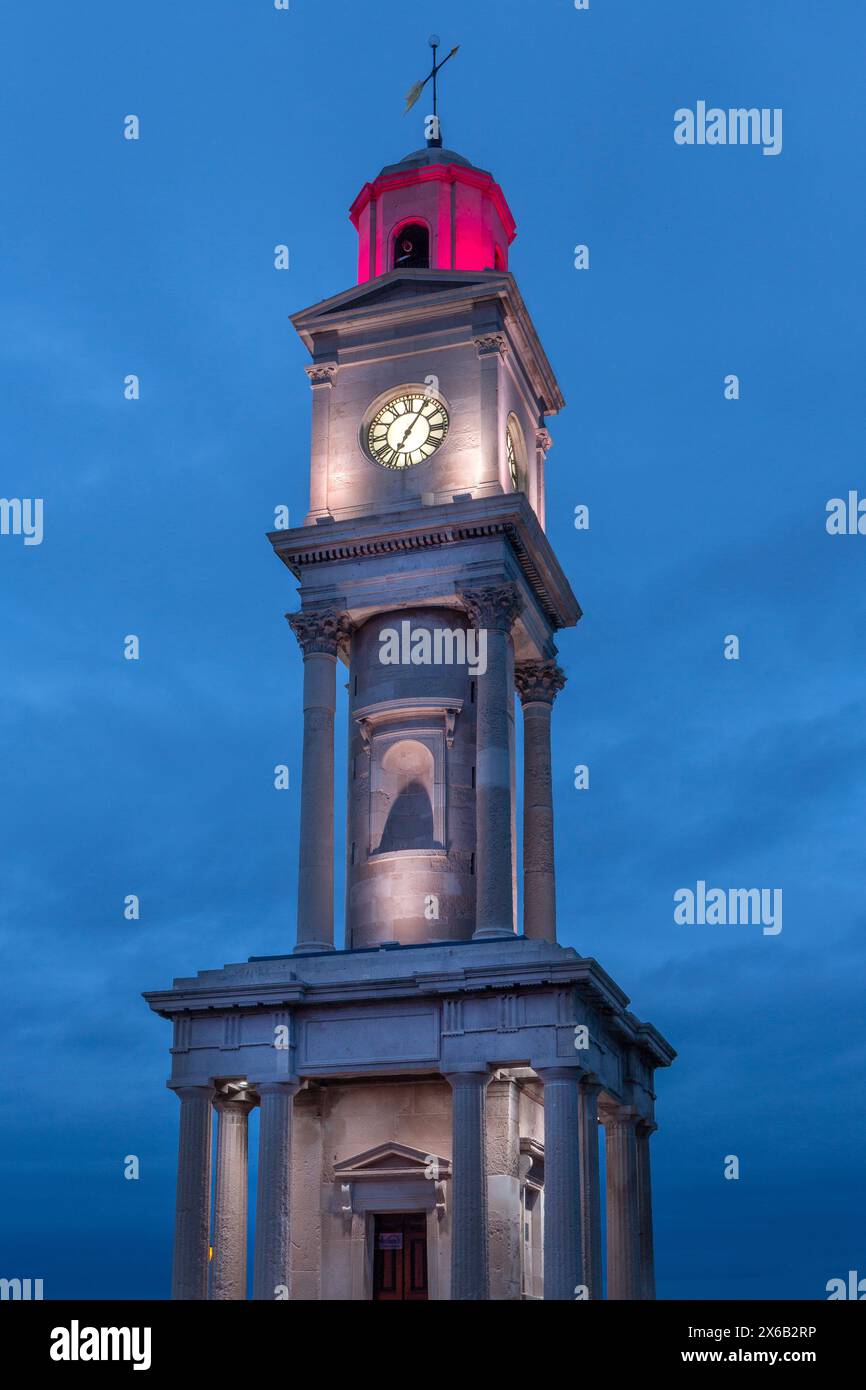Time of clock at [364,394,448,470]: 7:05
